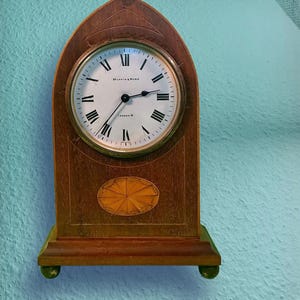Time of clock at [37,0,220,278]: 2:36
